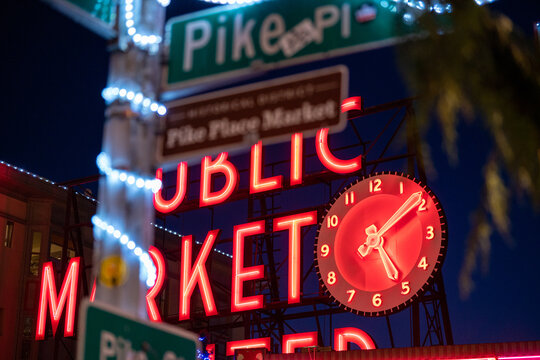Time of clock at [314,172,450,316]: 5:09
